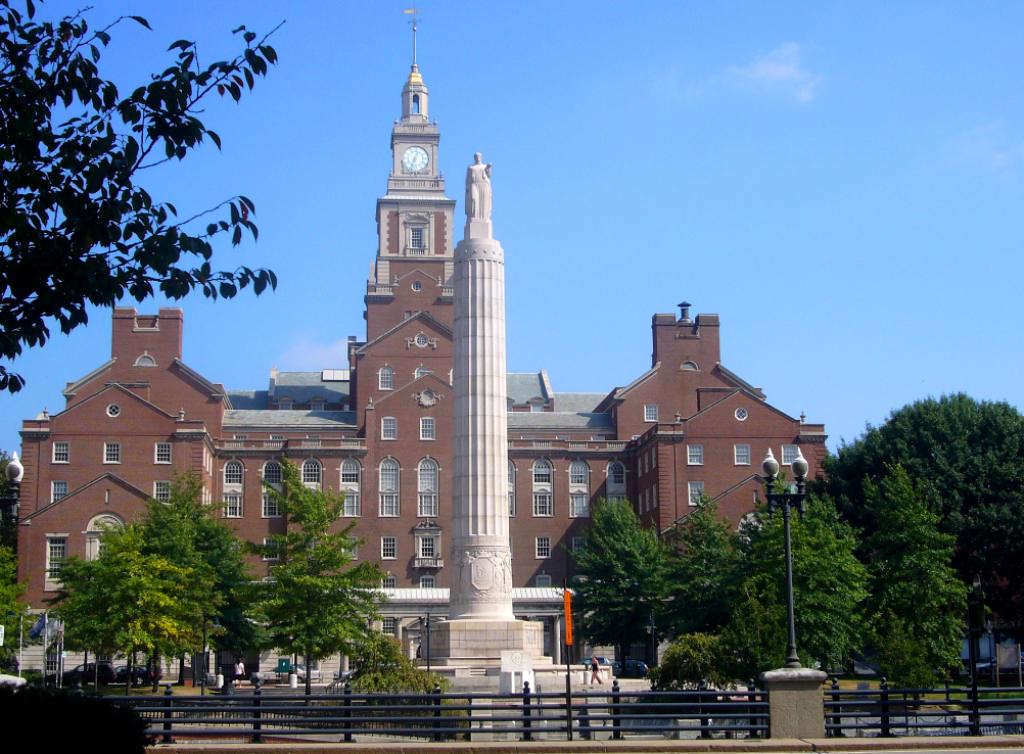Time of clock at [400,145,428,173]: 12:33
